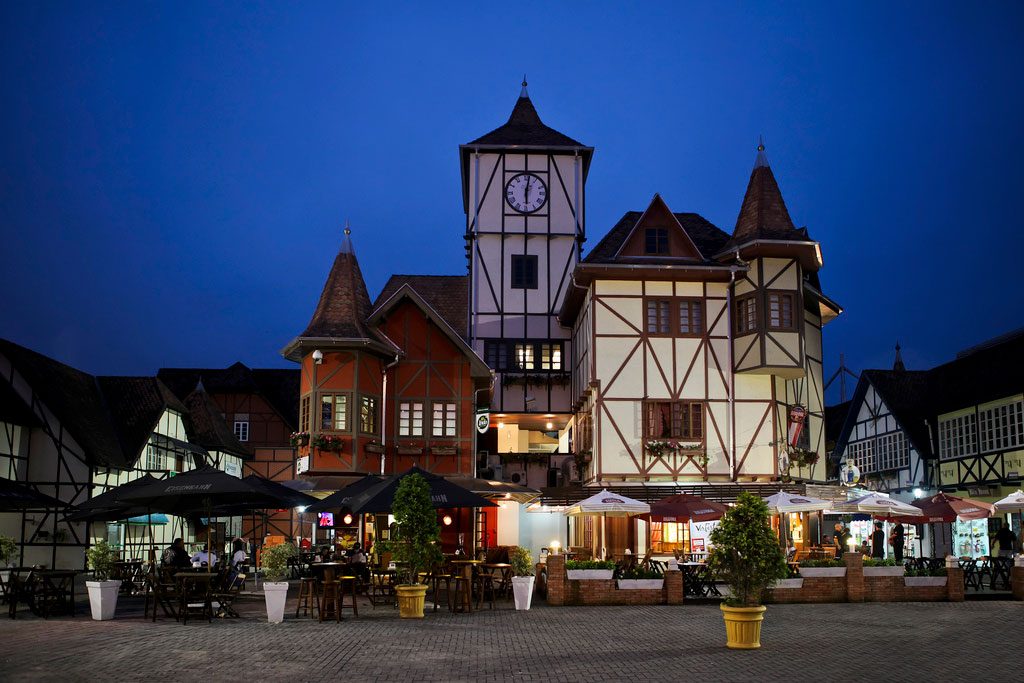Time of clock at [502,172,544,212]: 6:01
